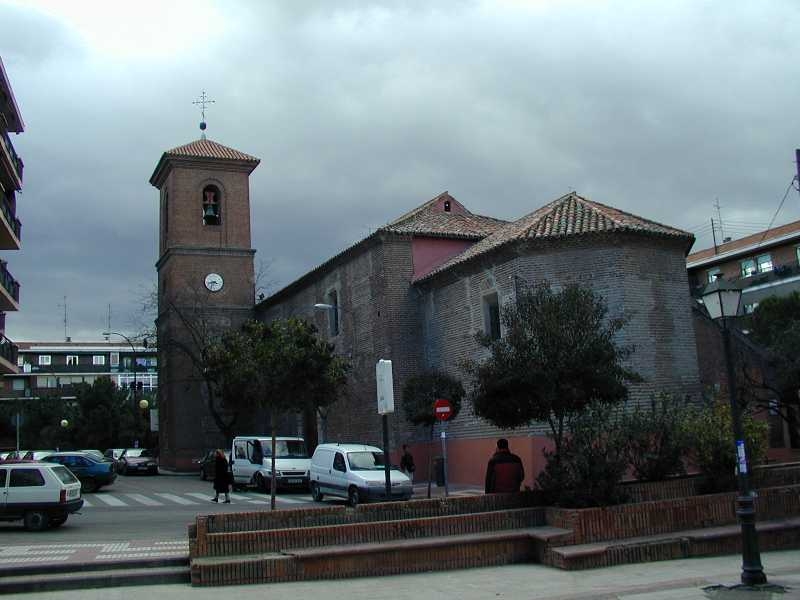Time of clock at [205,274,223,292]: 3:42
